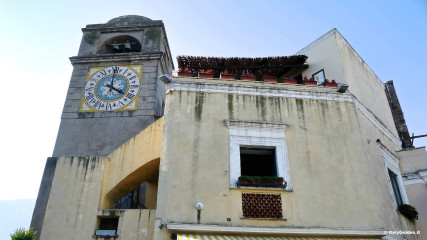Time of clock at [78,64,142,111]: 4:01
